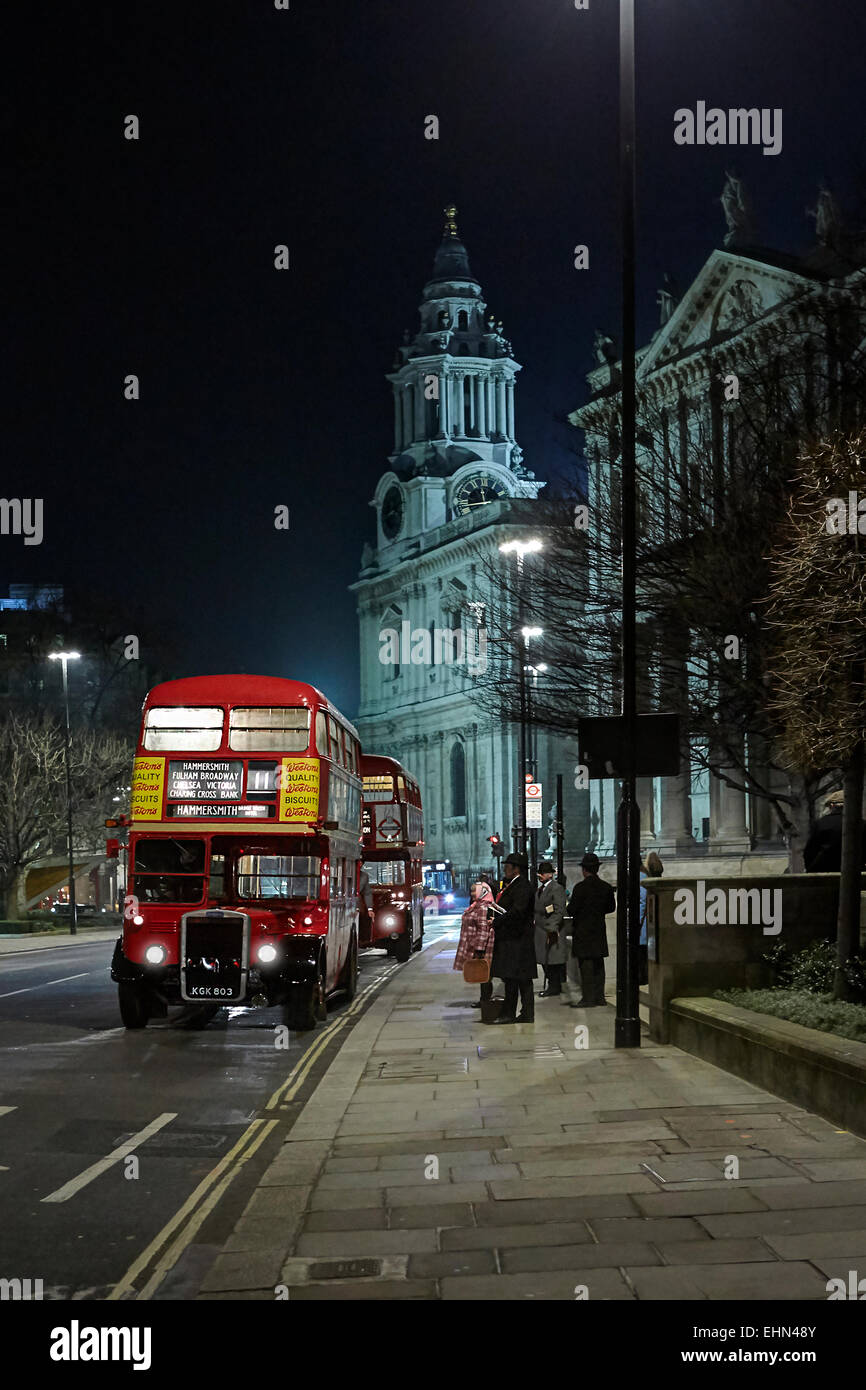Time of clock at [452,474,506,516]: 11:43
